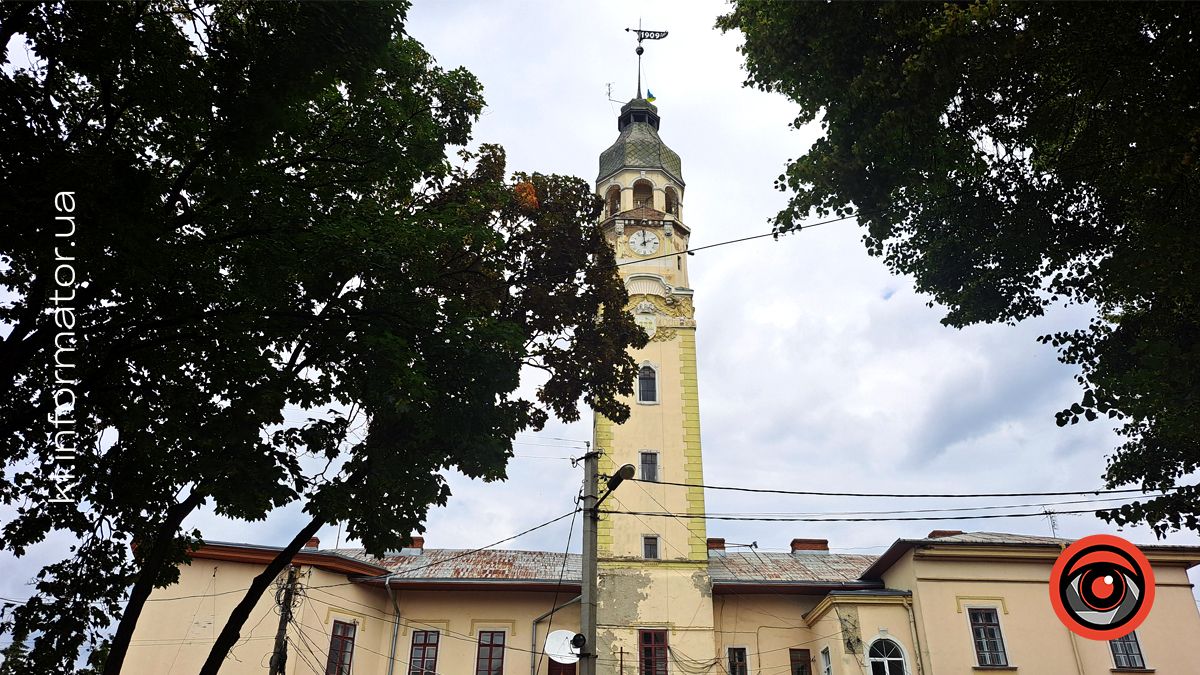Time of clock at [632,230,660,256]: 1:59
